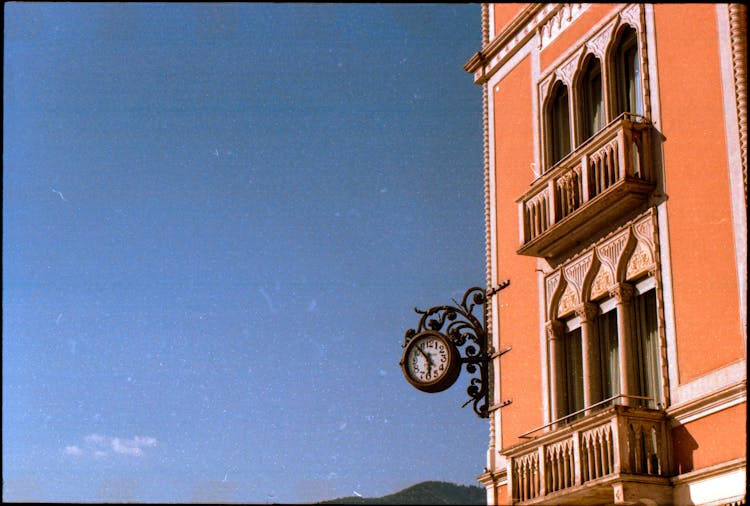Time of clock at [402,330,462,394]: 5:52
